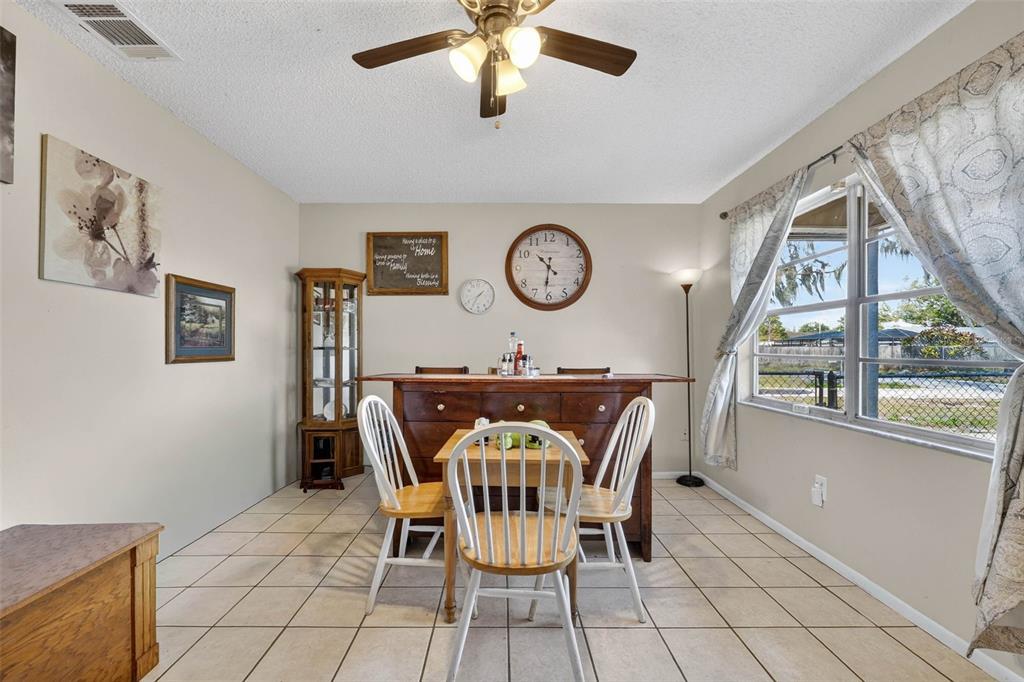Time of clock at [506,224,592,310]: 10:31
